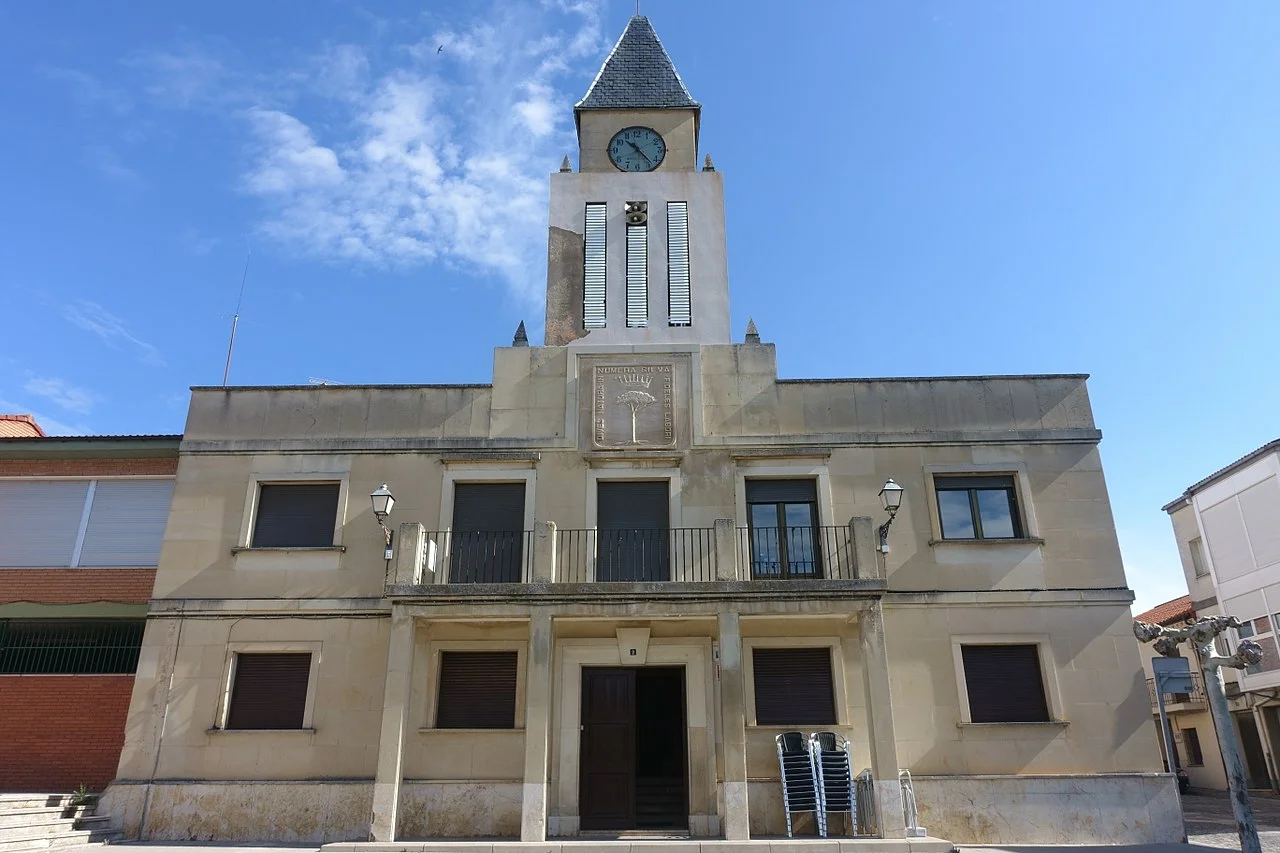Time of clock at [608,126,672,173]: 10:23
